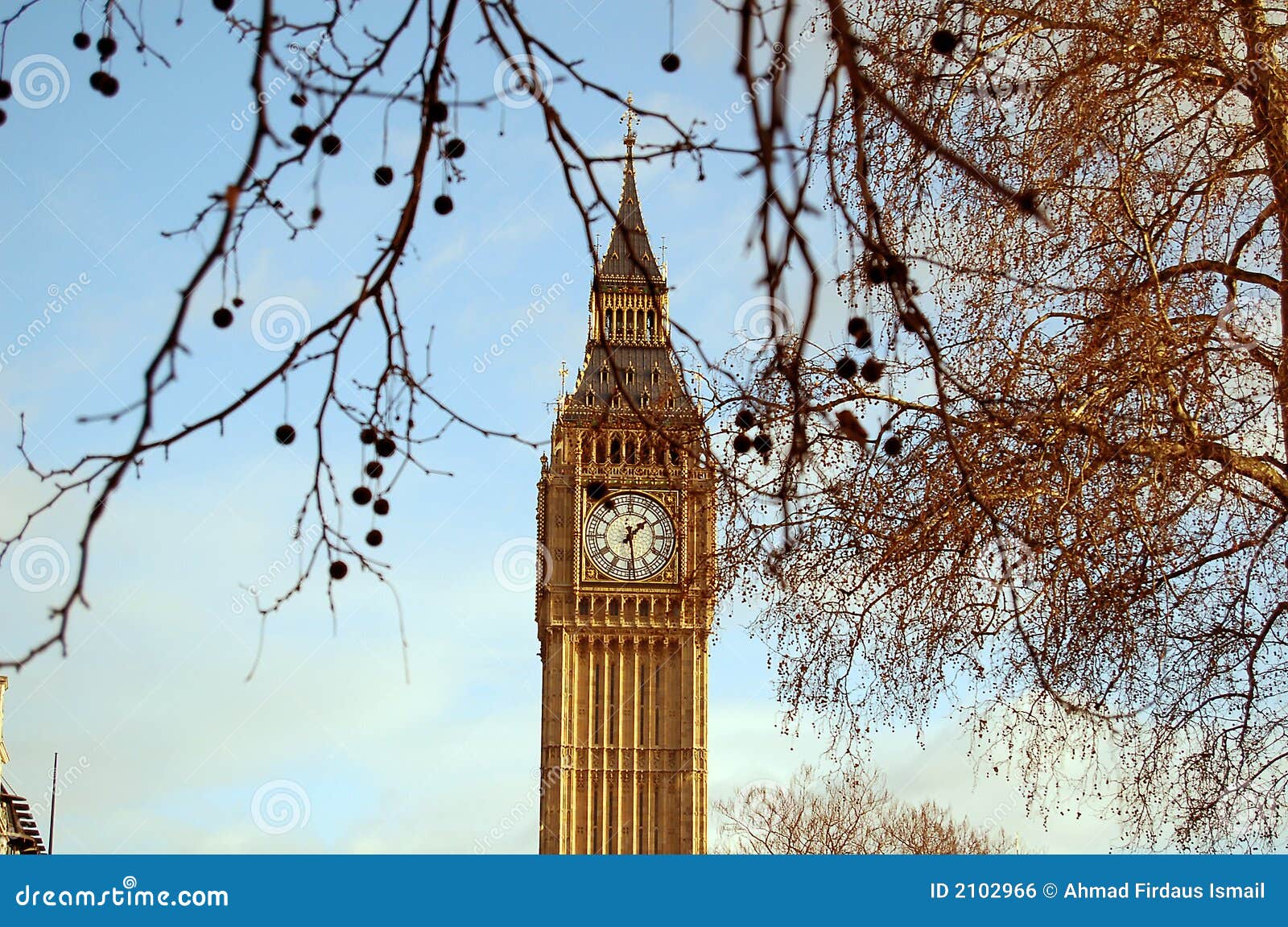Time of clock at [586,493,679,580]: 1:28
